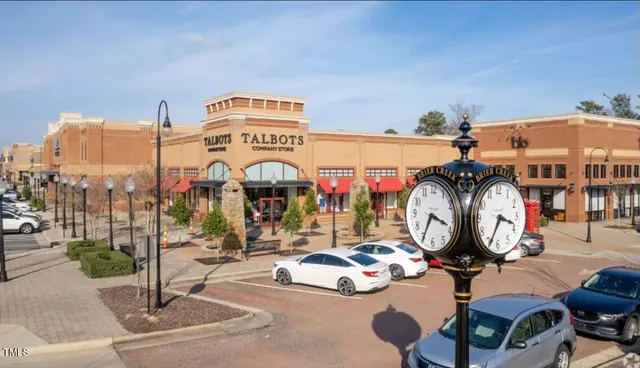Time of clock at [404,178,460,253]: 3:34
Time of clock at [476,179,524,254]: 3:34
